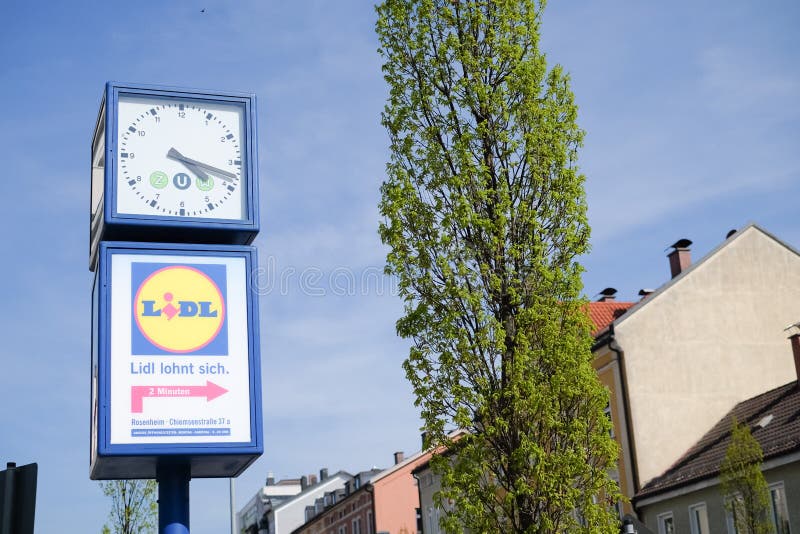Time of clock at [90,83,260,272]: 4:17
